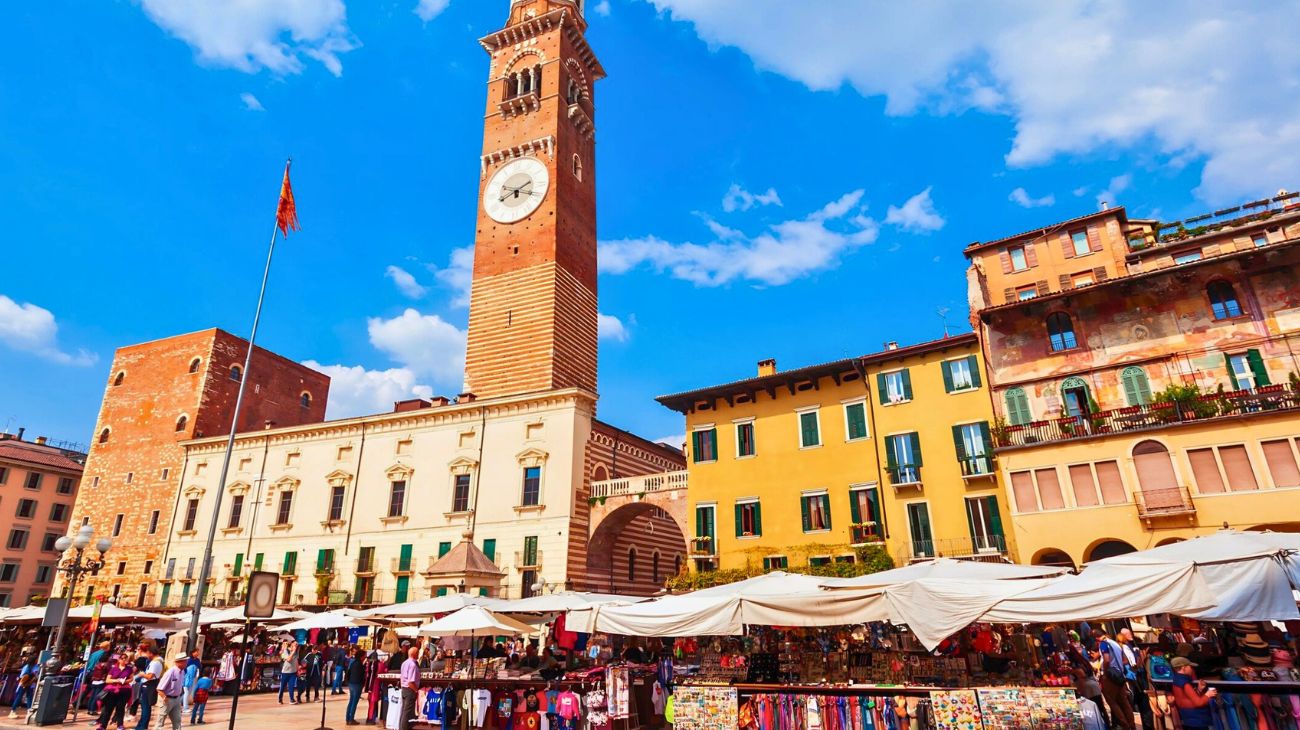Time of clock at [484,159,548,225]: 2:18
